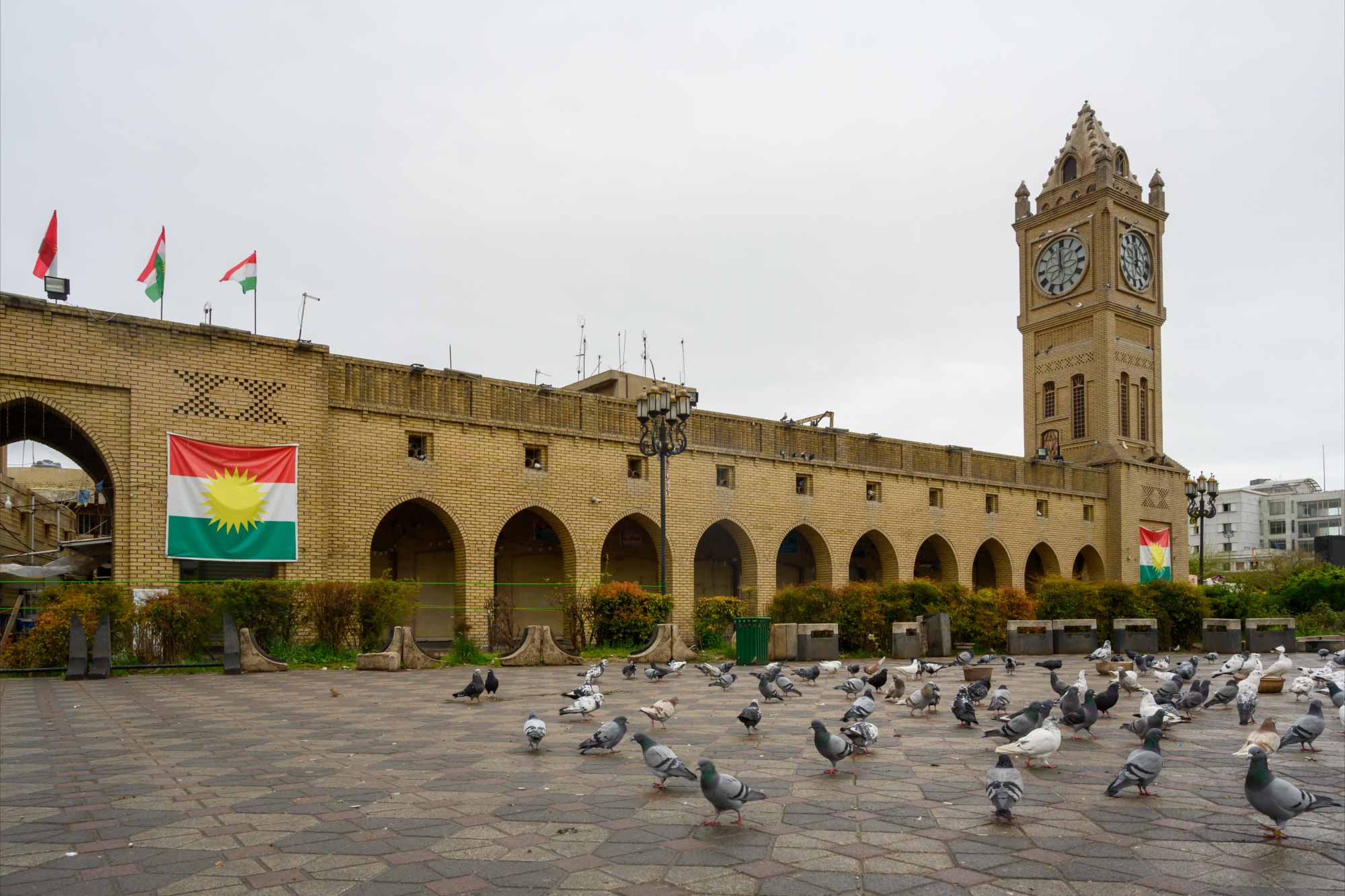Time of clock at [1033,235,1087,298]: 11:59
